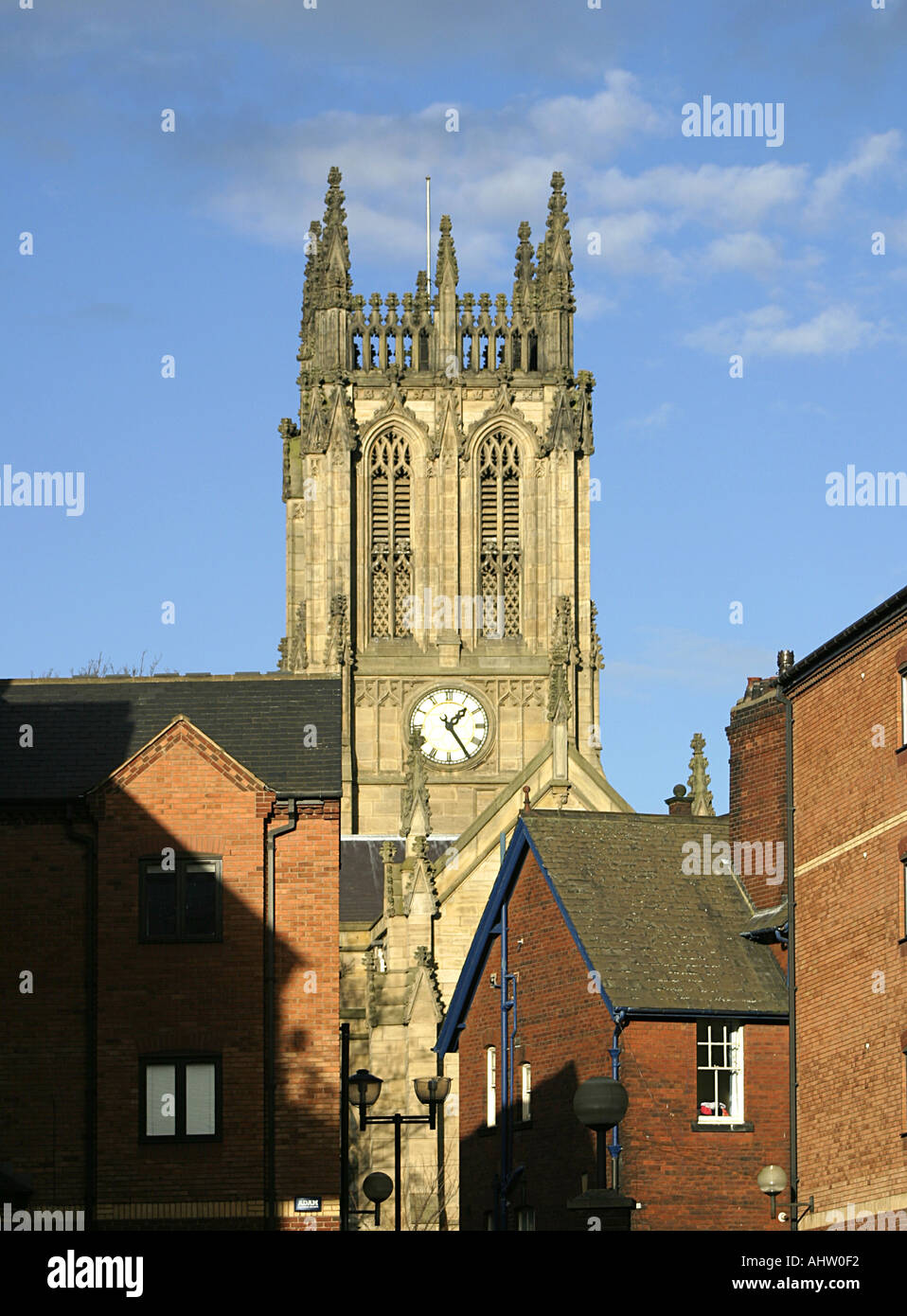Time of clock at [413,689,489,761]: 1:24
